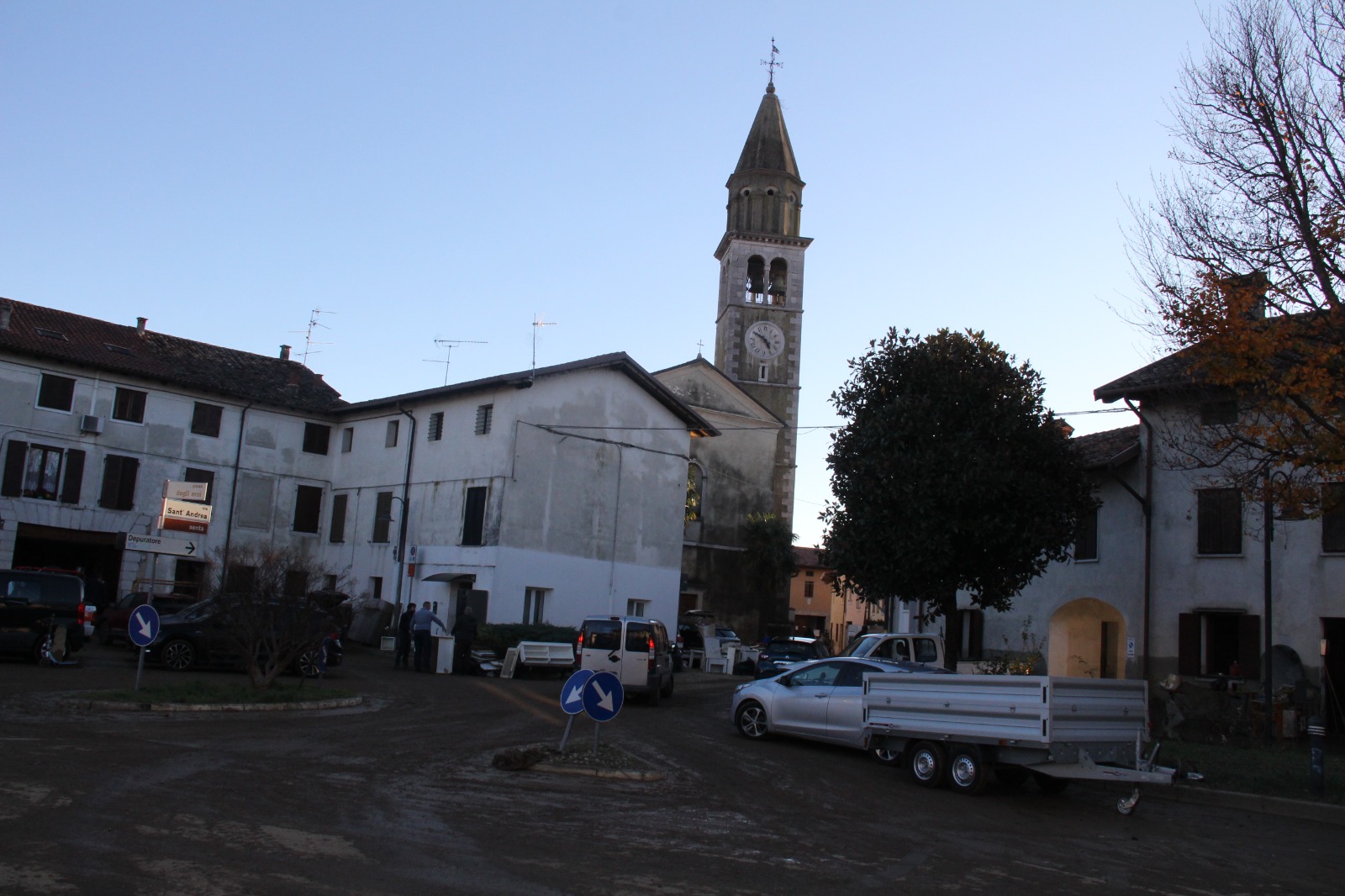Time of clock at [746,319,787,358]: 4:50
